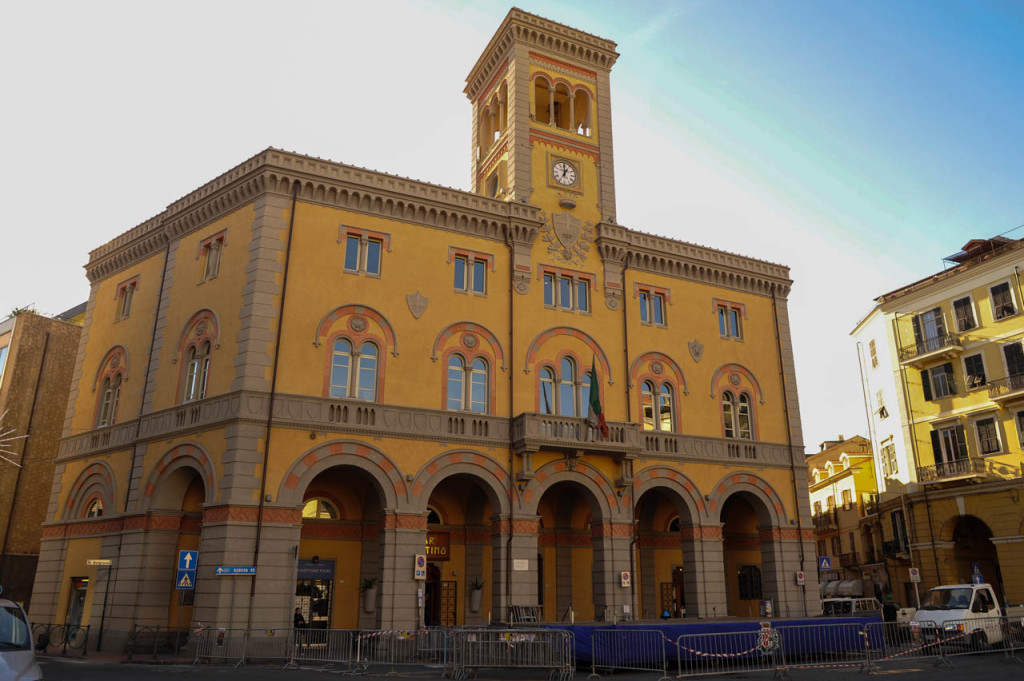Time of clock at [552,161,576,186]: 12:59
